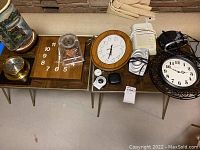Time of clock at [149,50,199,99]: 2:49
